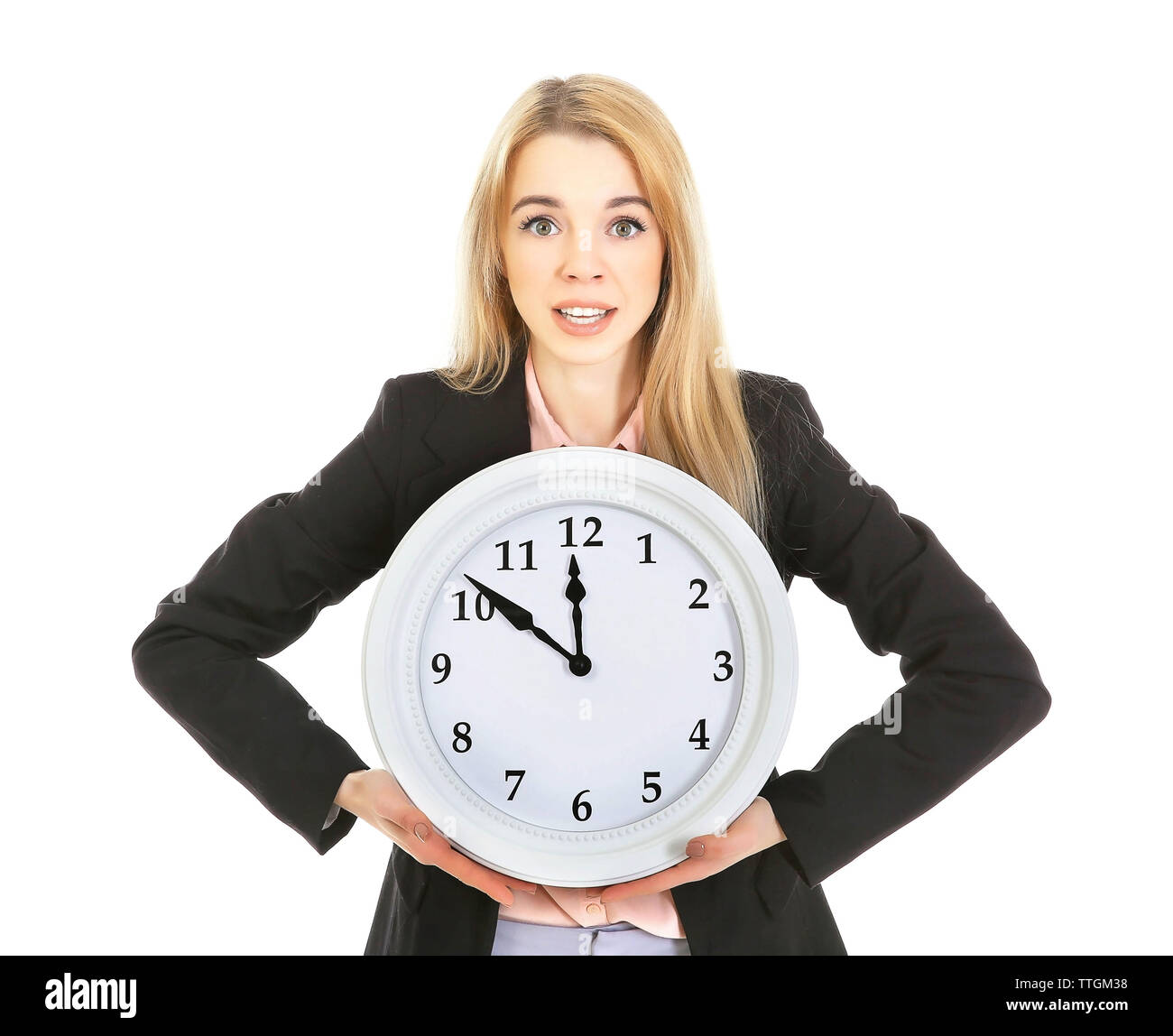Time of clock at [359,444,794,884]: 11:51
